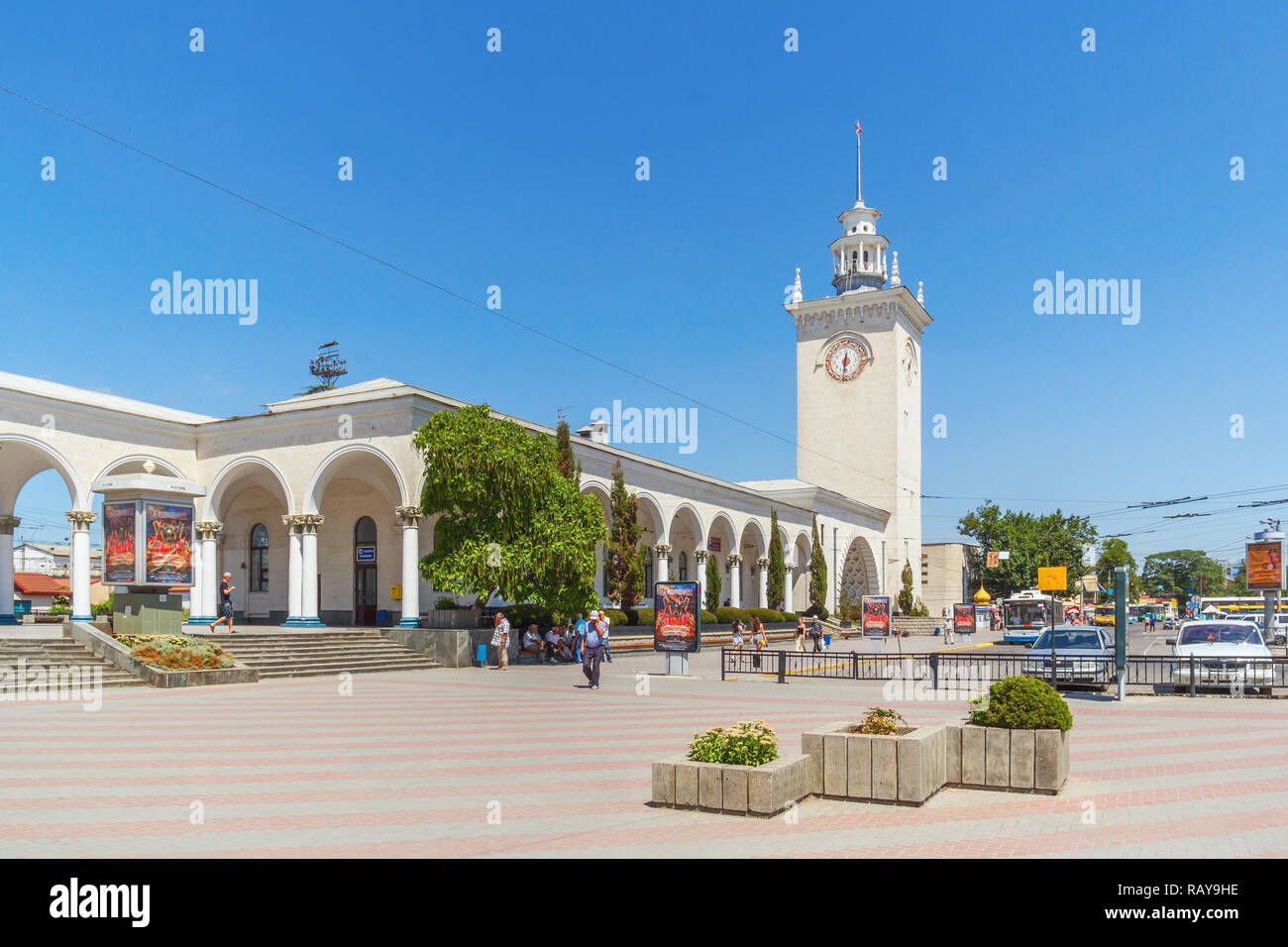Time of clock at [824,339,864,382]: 6:30
